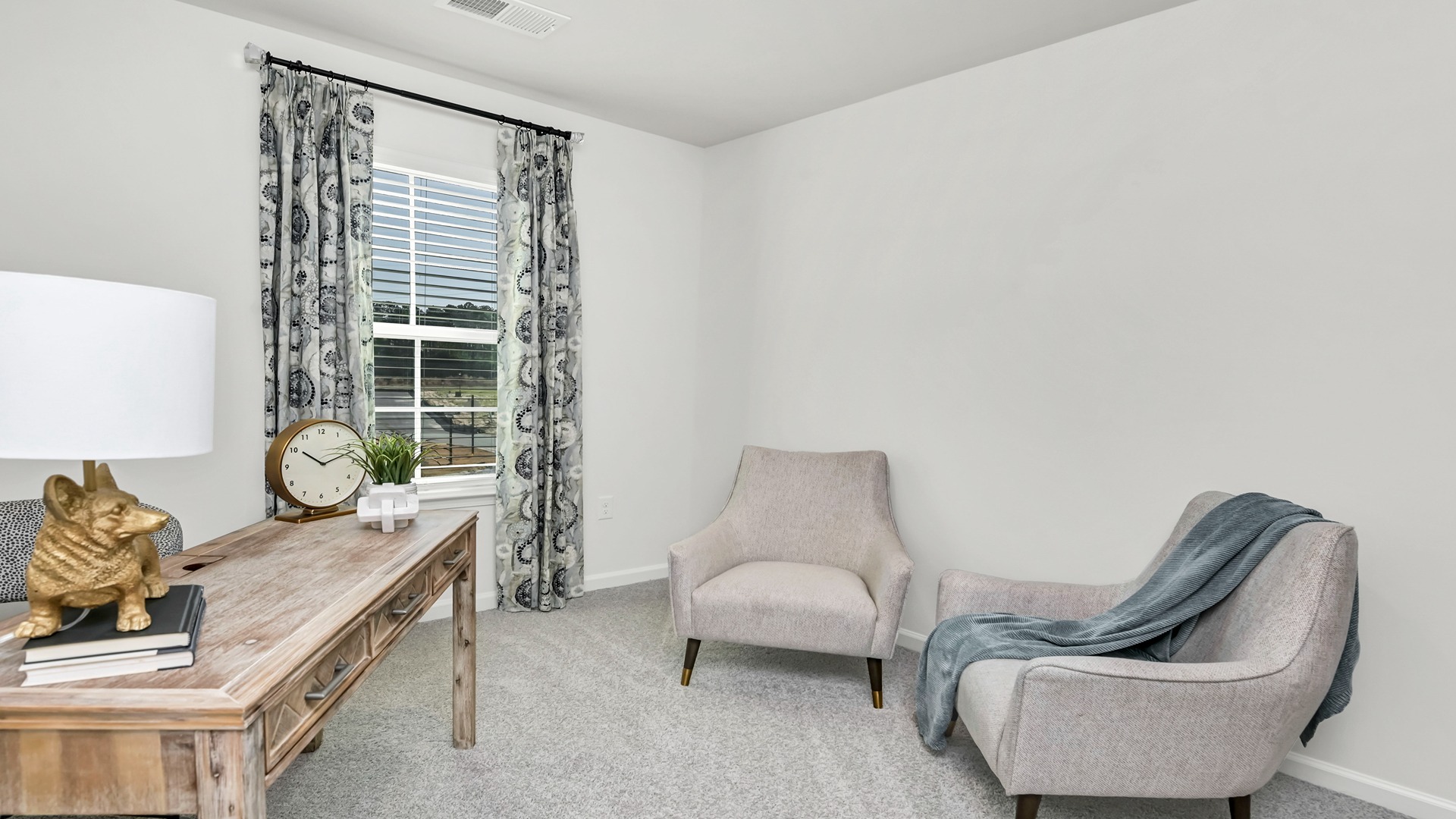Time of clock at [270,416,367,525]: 10:11
